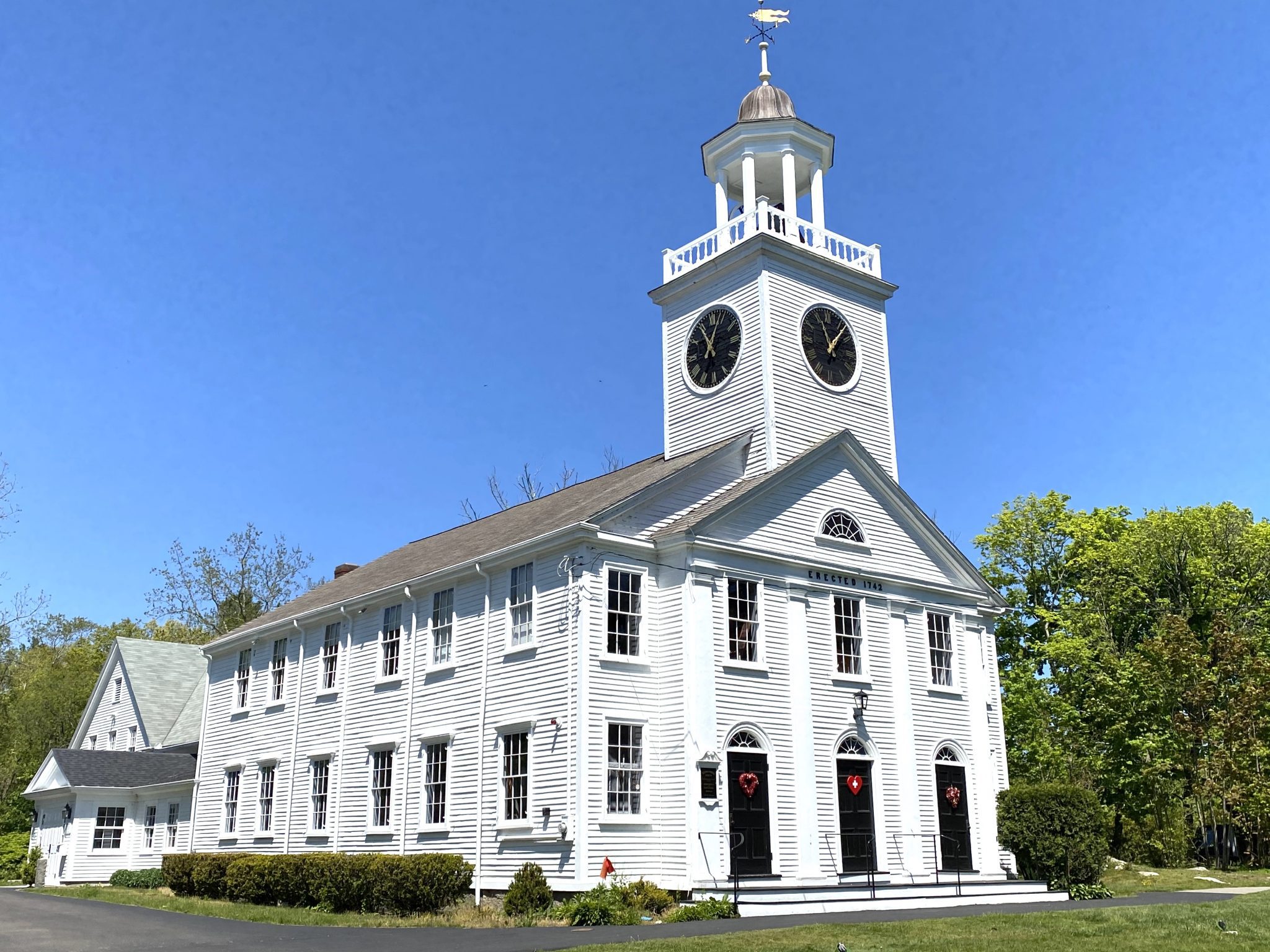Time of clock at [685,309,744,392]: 11:03
